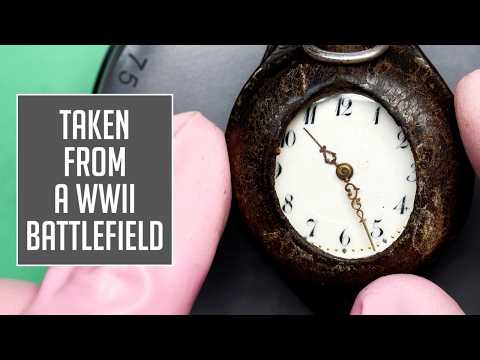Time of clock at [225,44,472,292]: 10:26
